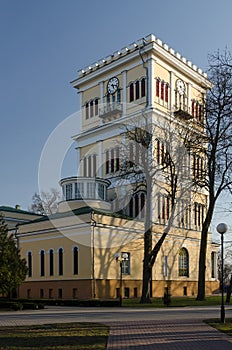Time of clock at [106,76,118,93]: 5:18
